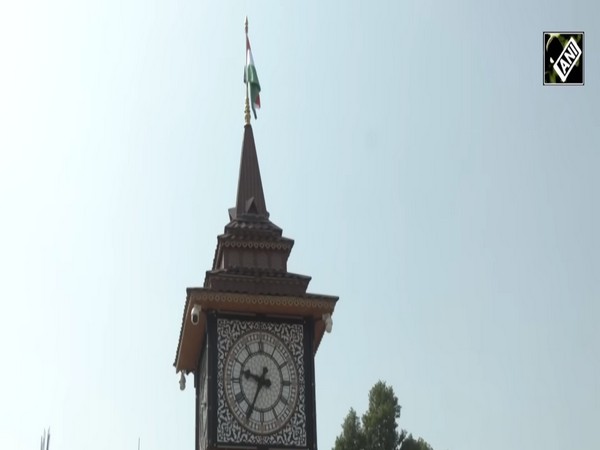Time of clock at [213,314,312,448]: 9:35
